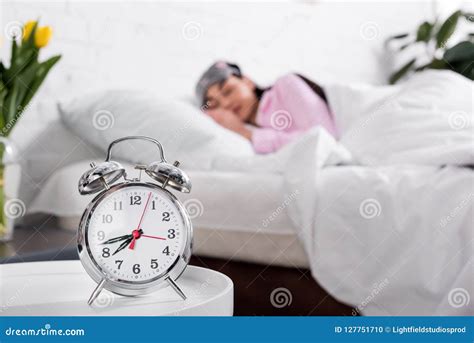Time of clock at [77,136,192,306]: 7:42
